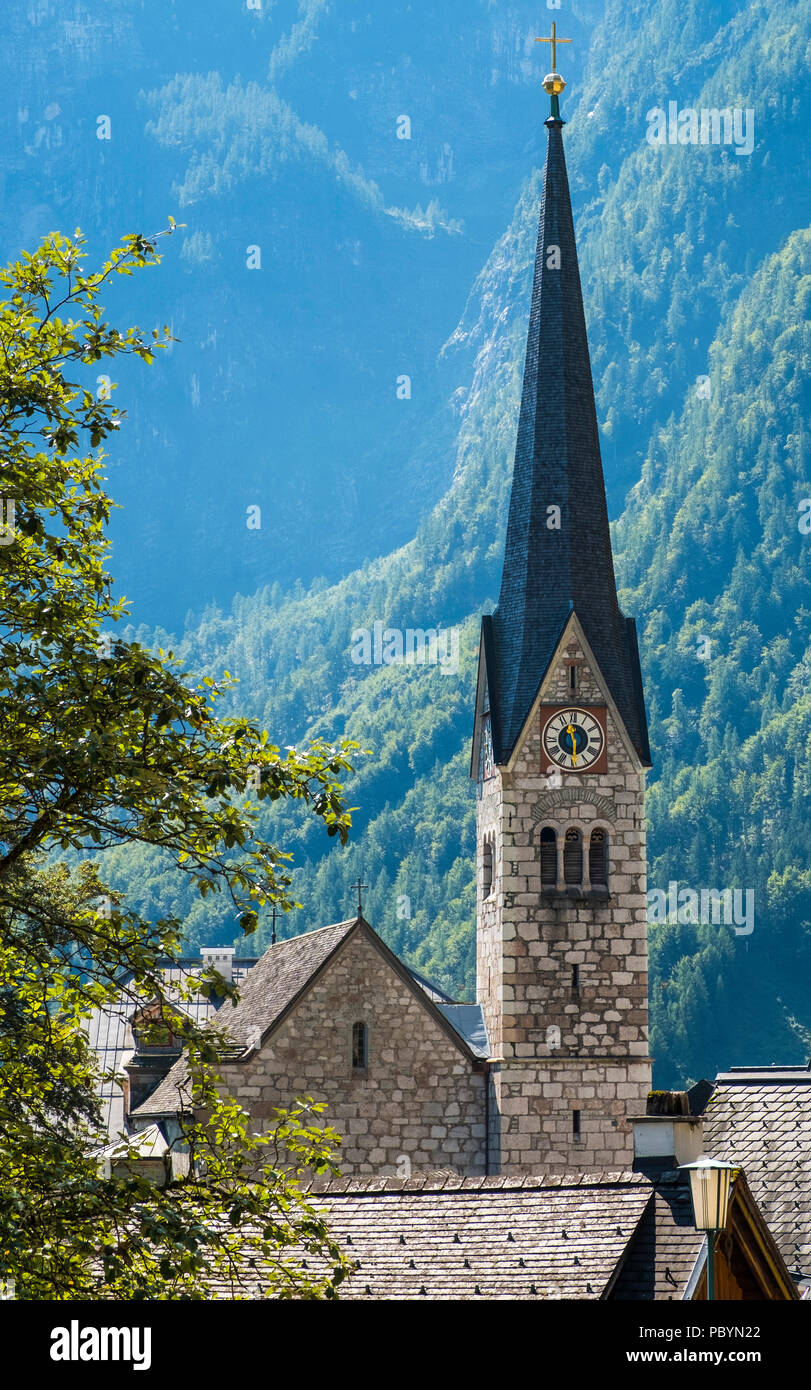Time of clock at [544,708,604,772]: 11:29
